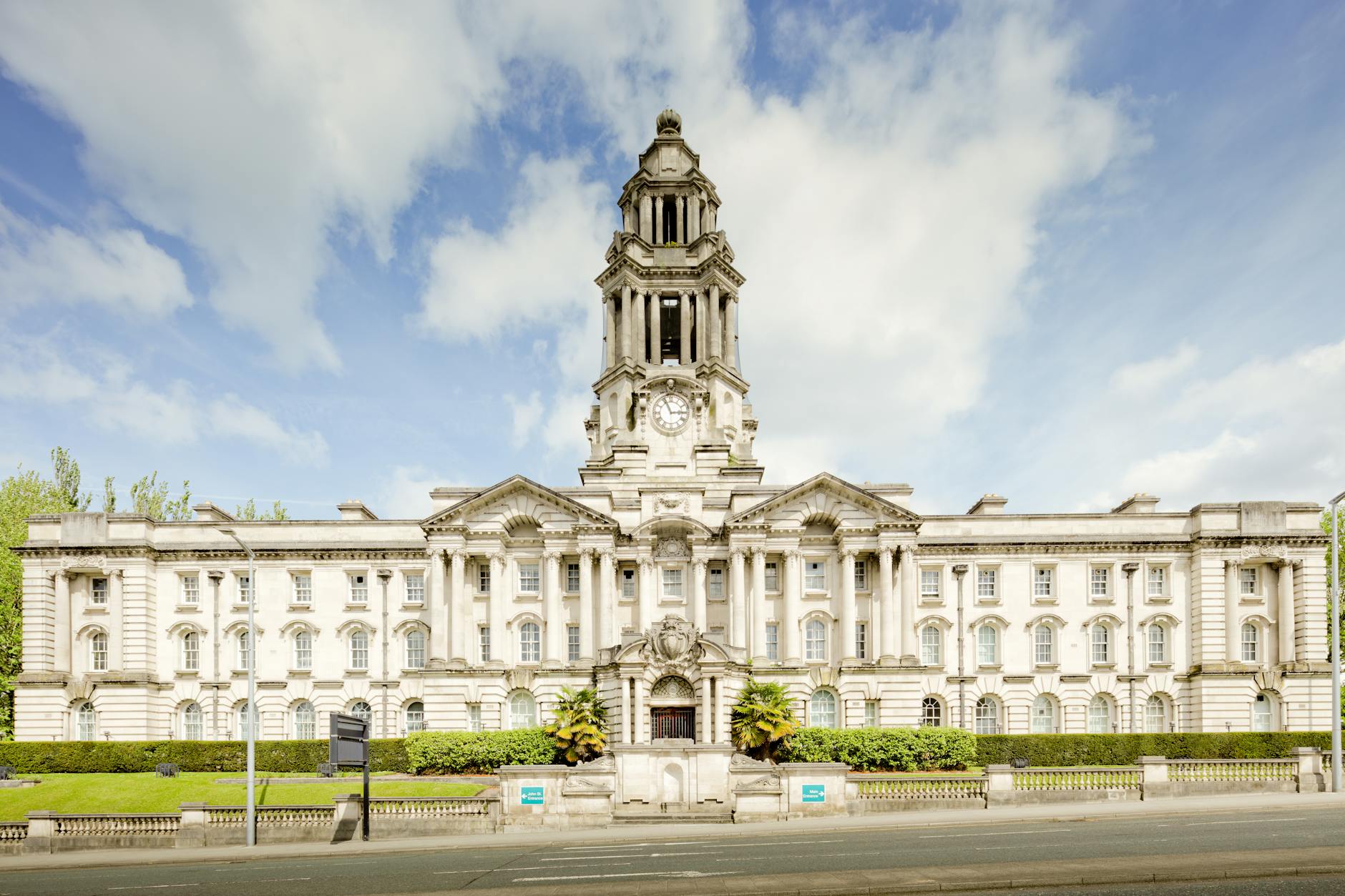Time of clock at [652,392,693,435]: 2:56
